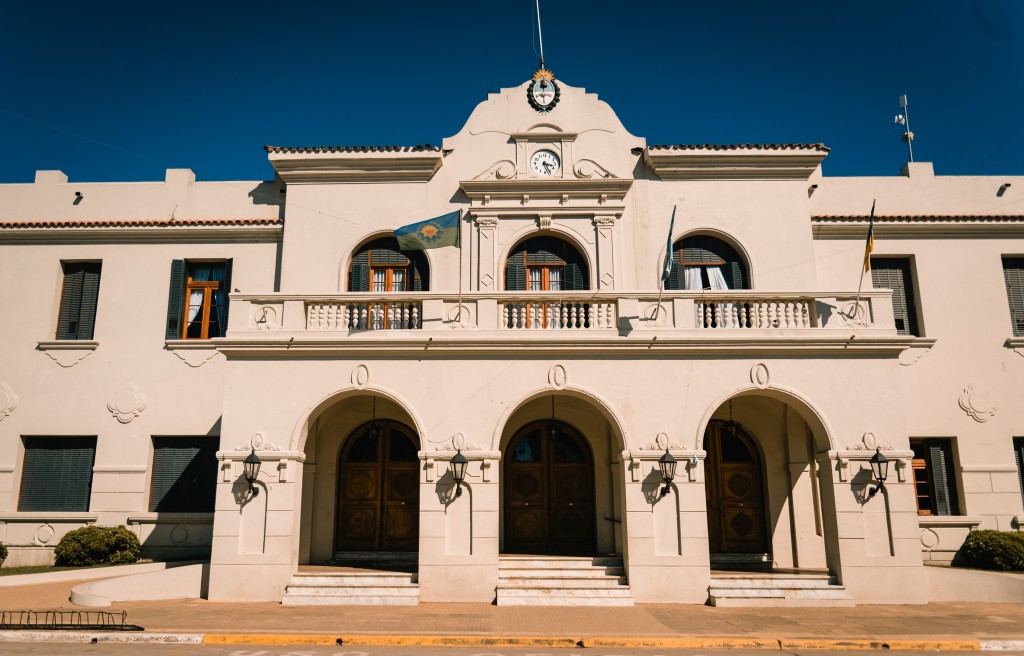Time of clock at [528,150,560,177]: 3:26
